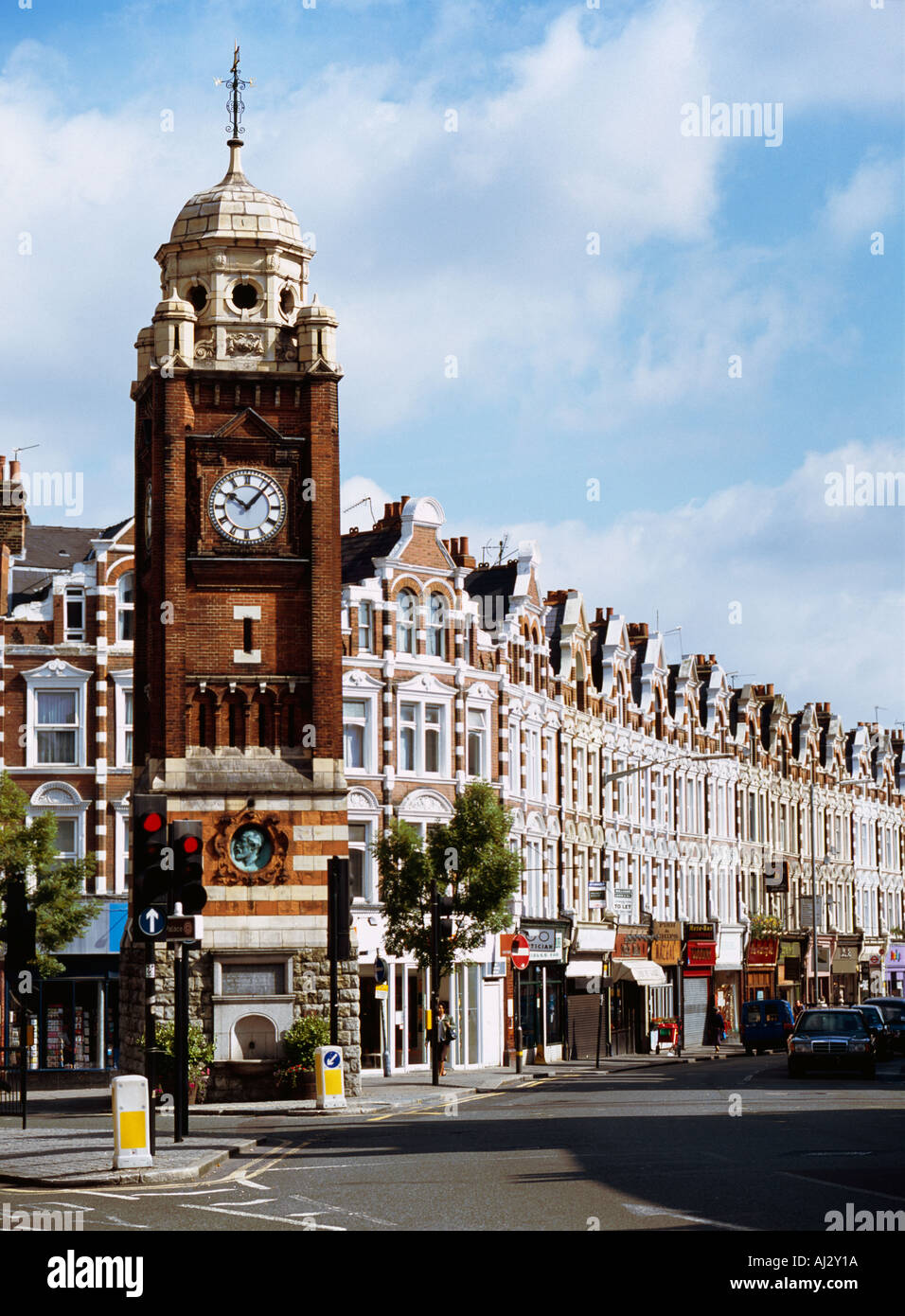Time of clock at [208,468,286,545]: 10:07
